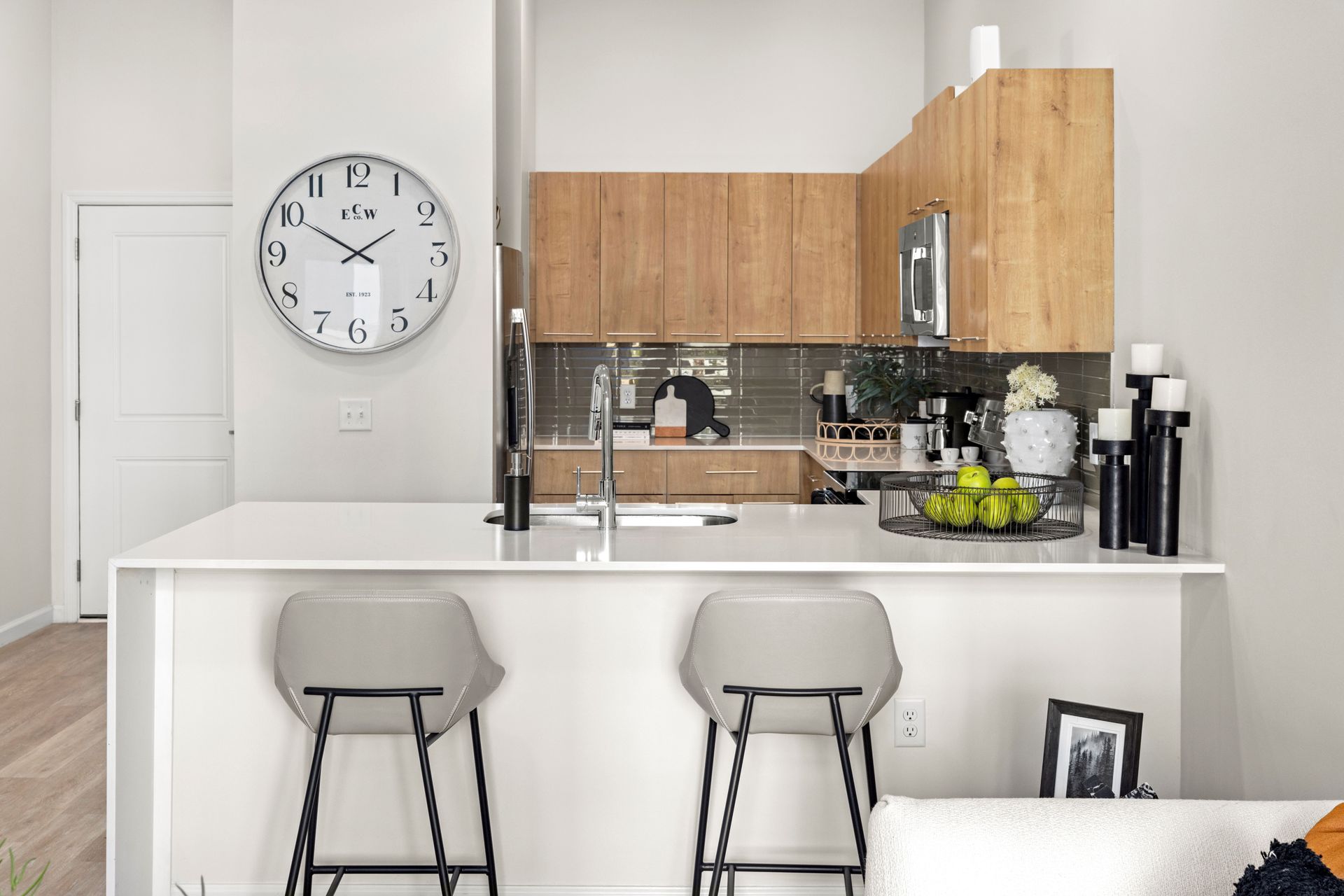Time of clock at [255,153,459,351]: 1:50
